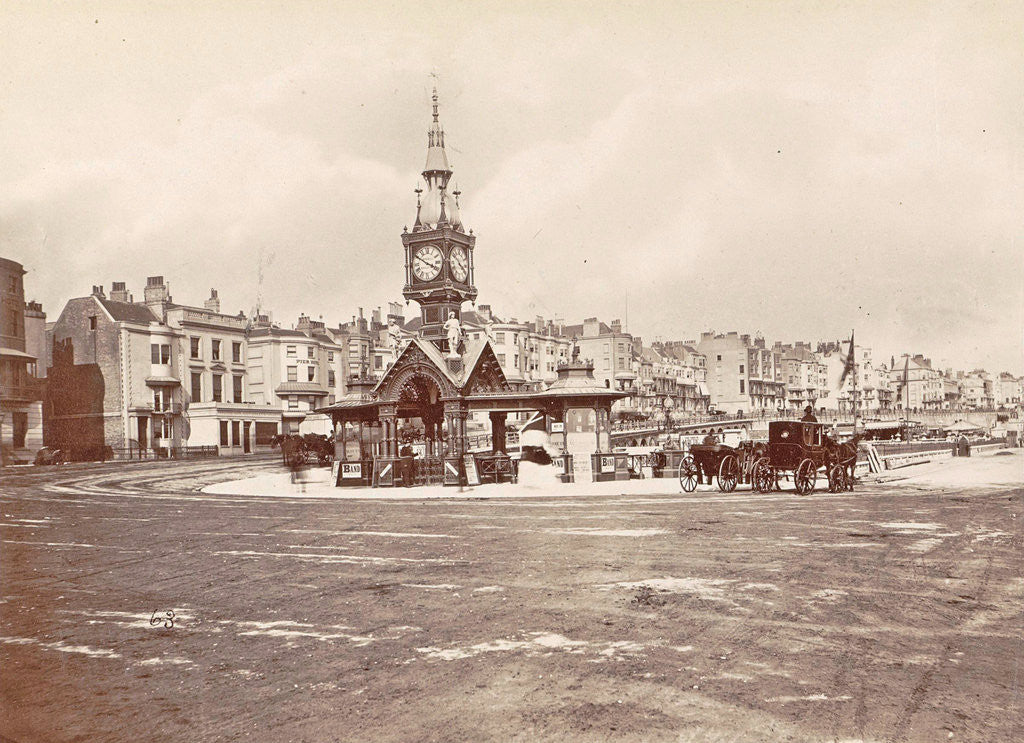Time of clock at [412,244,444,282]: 3:50
